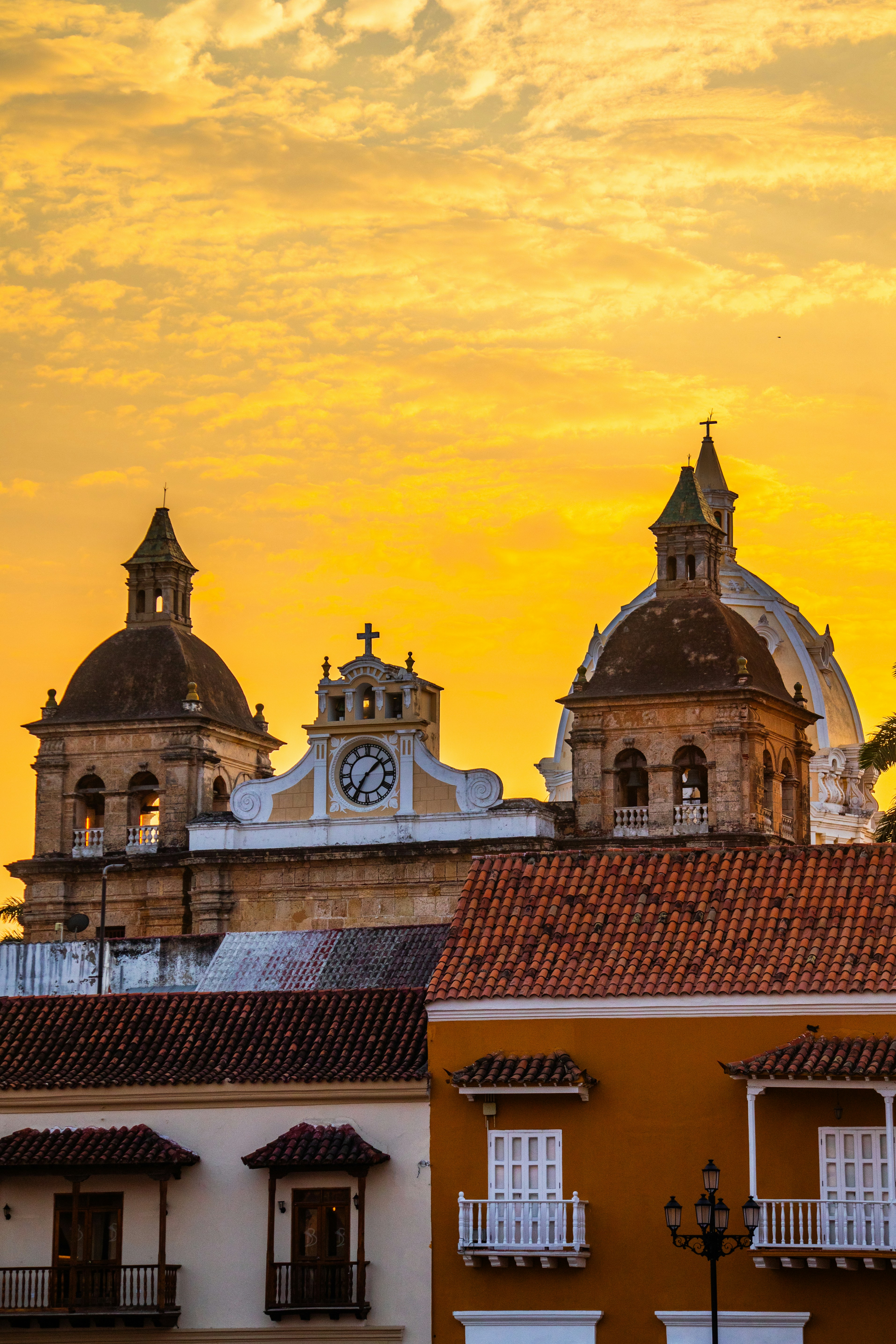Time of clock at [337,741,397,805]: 1:35
